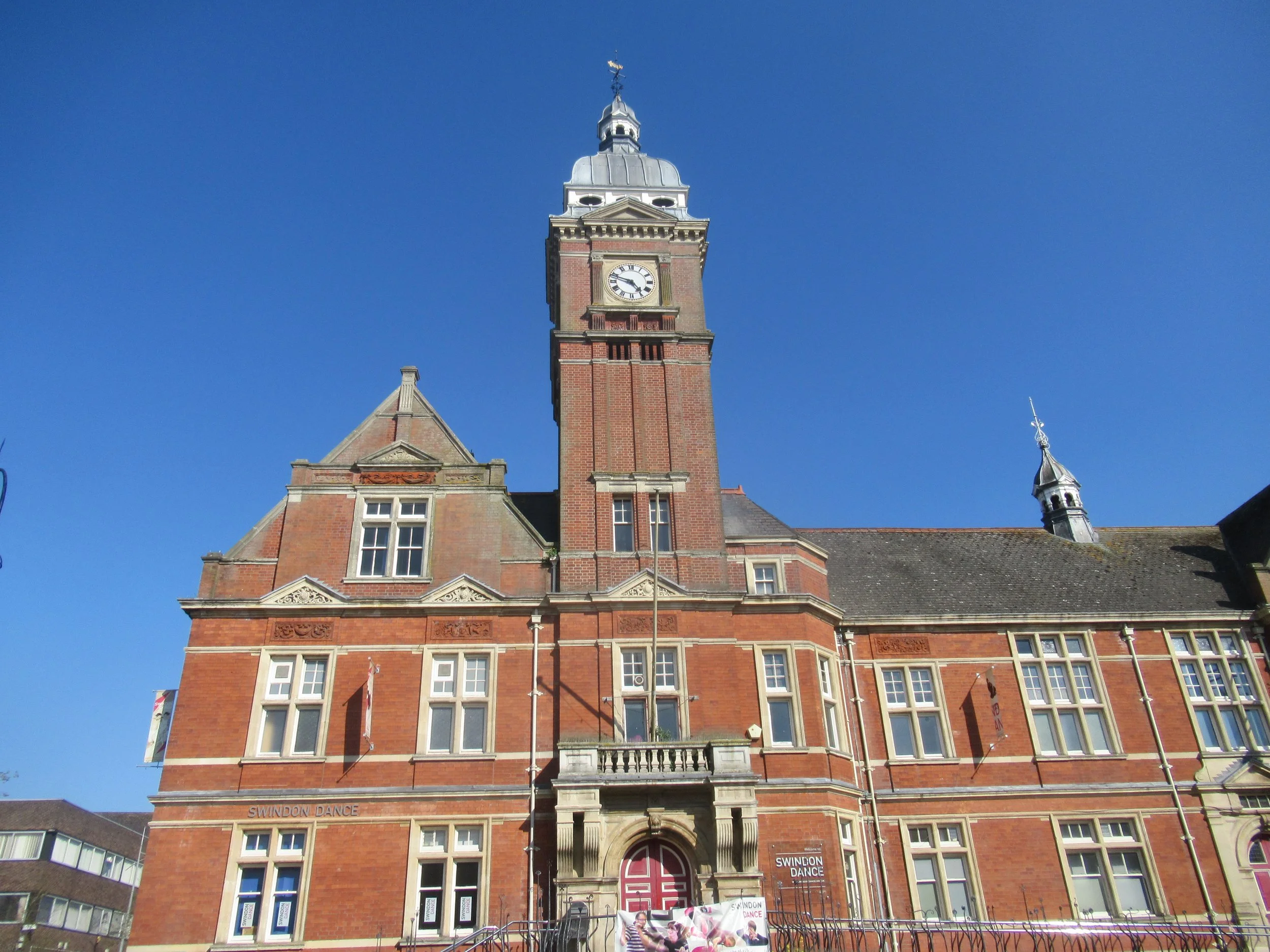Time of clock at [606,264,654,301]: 4:48
